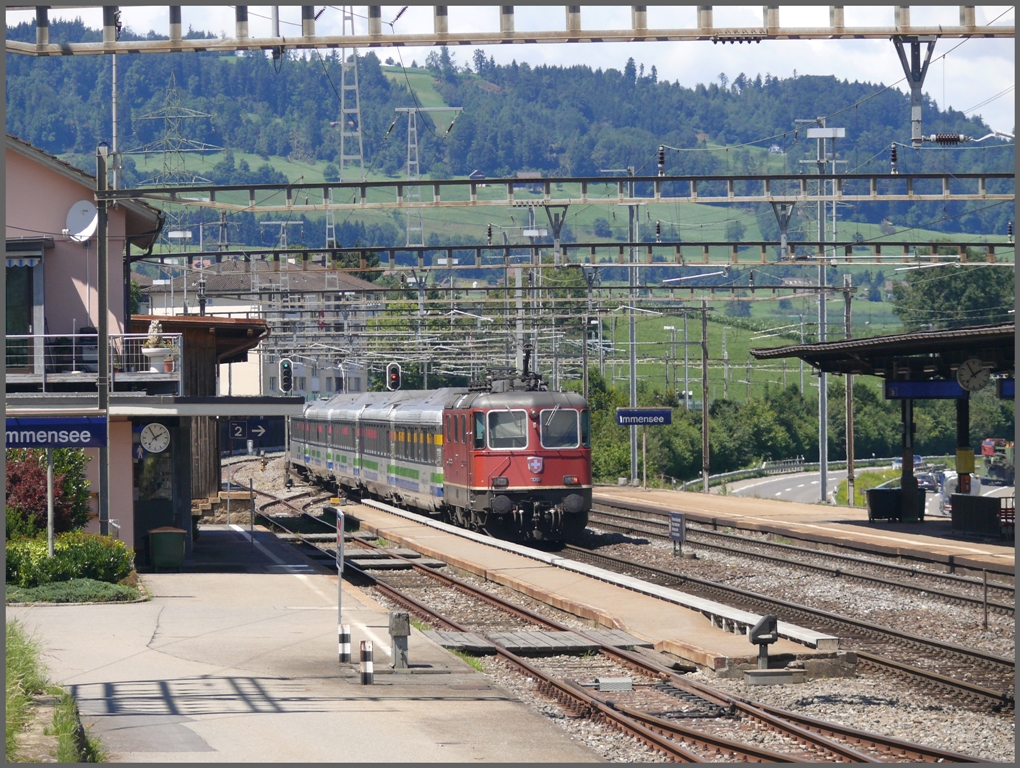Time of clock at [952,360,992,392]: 1:55
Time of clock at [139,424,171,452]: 1:54
